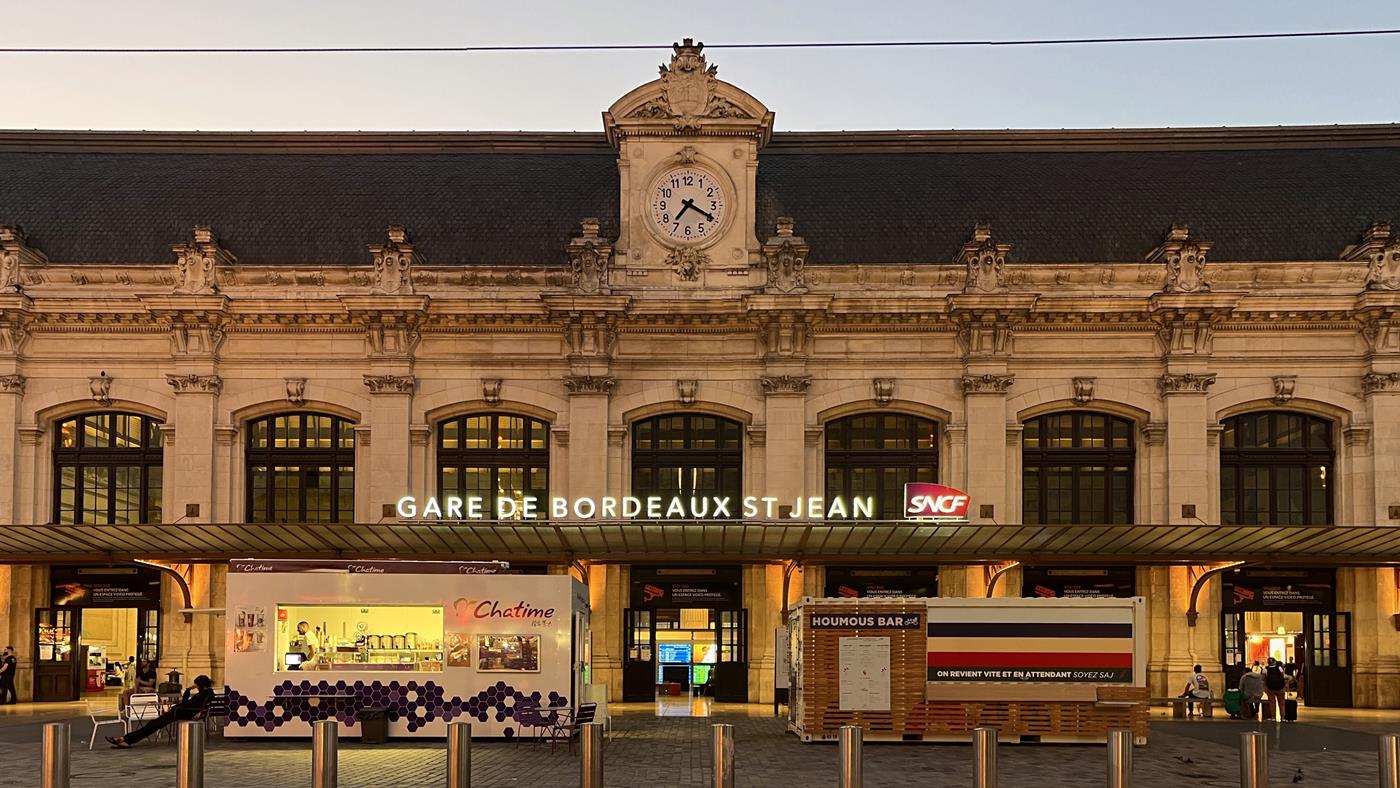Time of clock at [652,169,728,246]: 7:19
